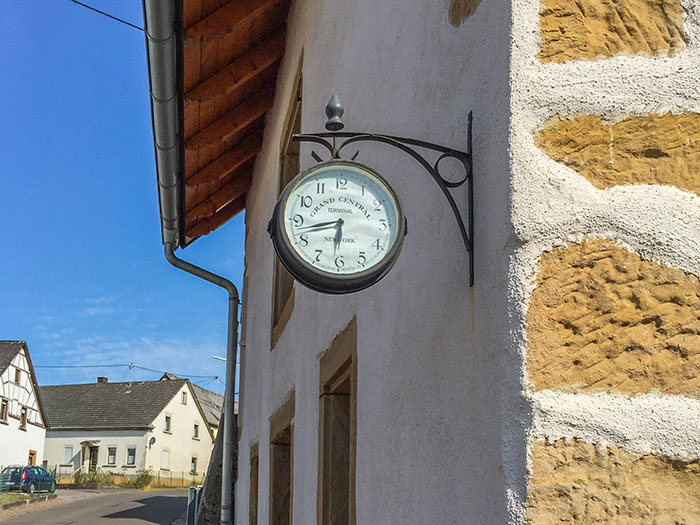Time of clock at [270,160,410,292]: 8:31
